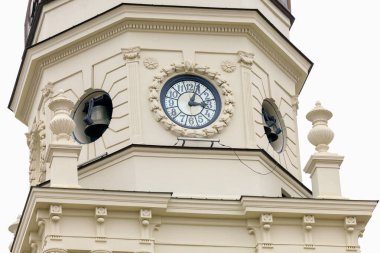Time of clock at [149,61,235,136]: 3:04
